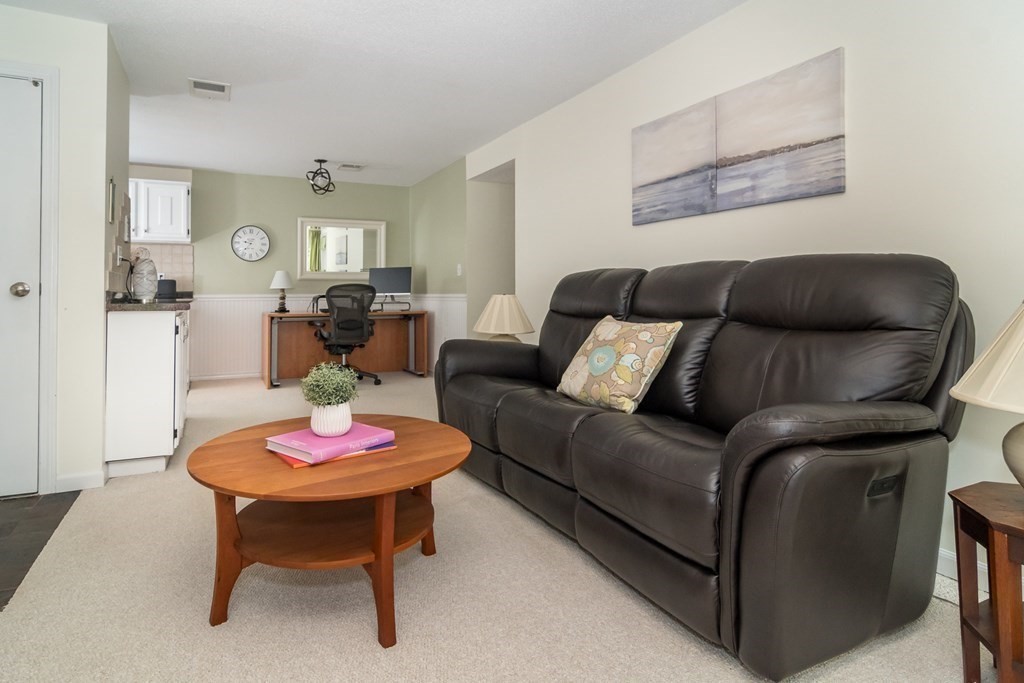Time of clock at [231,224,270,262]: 9:36
